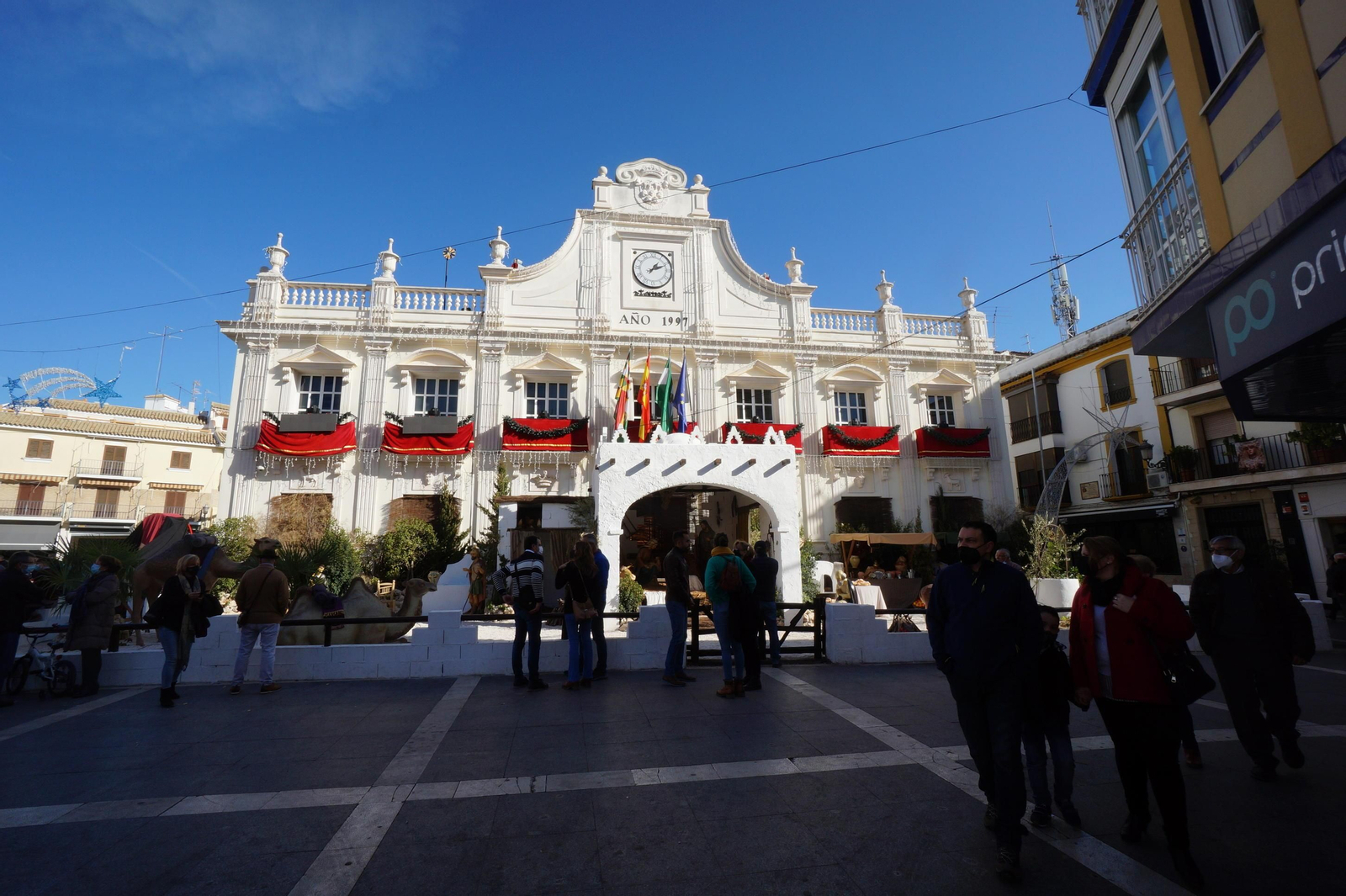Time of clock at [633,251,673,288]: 1:11
